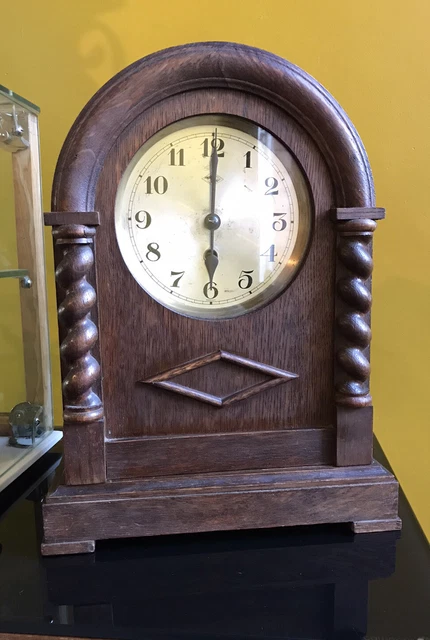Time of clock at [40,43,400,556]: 6:00
